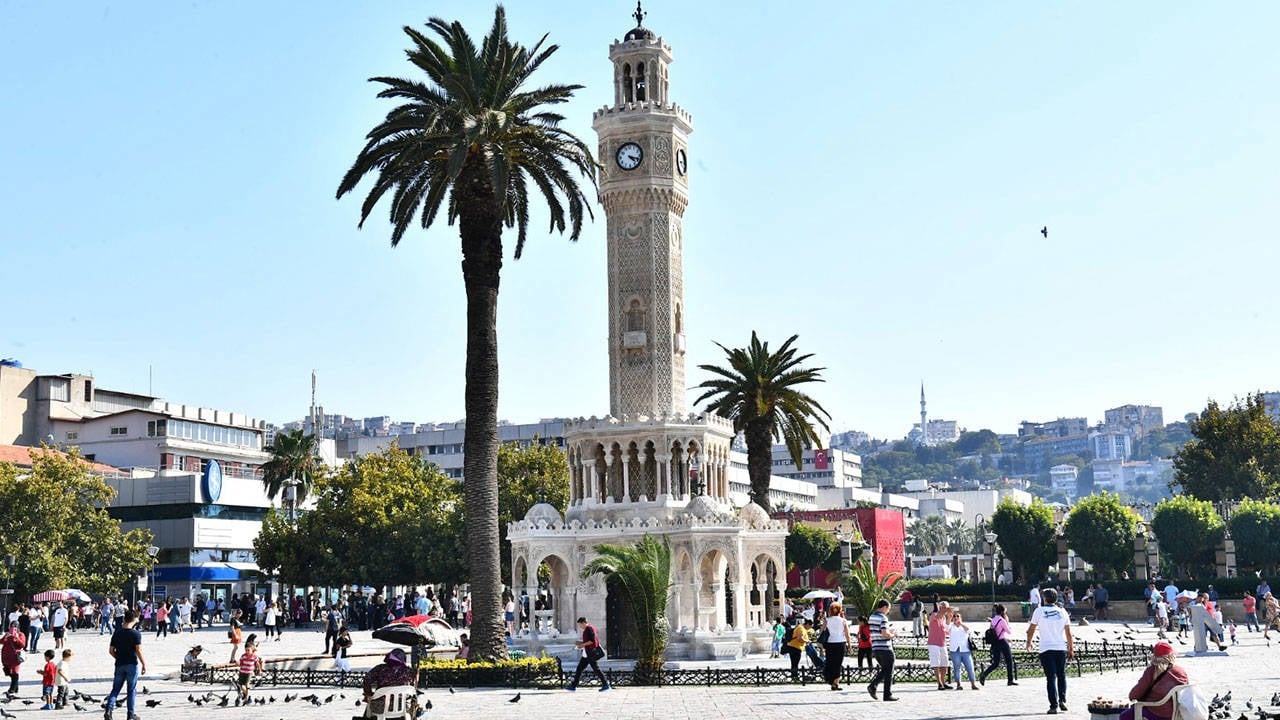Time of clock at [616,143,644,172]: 4:18
